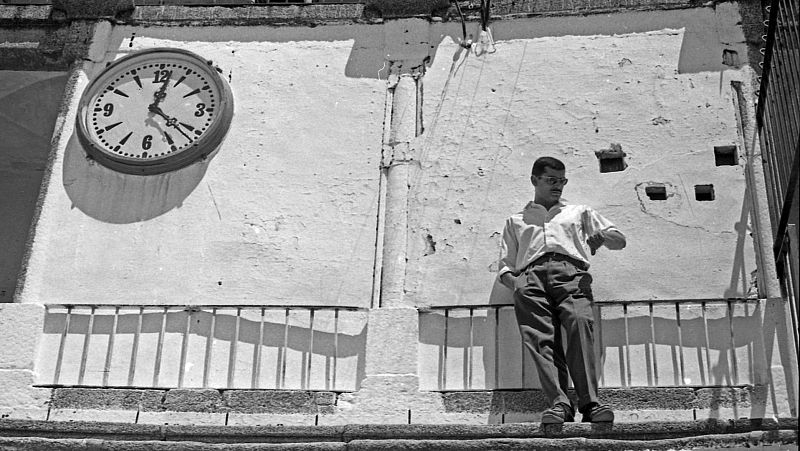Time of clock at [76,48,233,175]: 12:21
